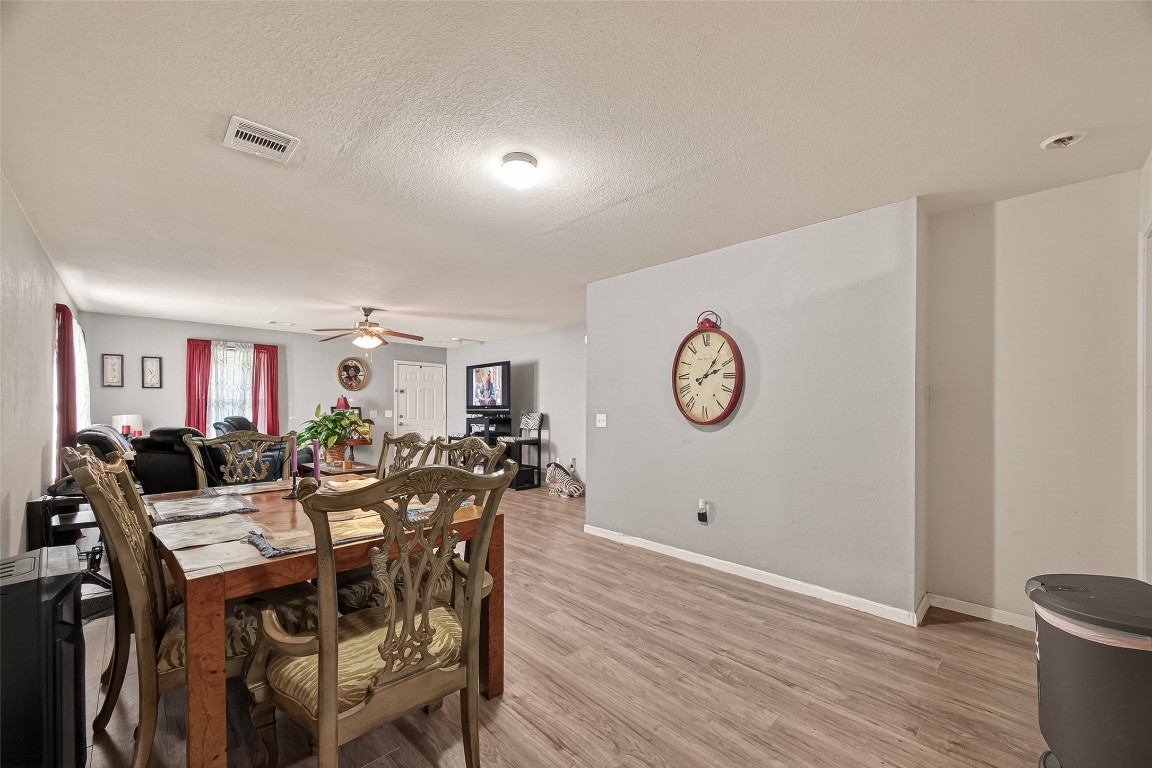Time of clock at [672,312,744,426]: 1:11
